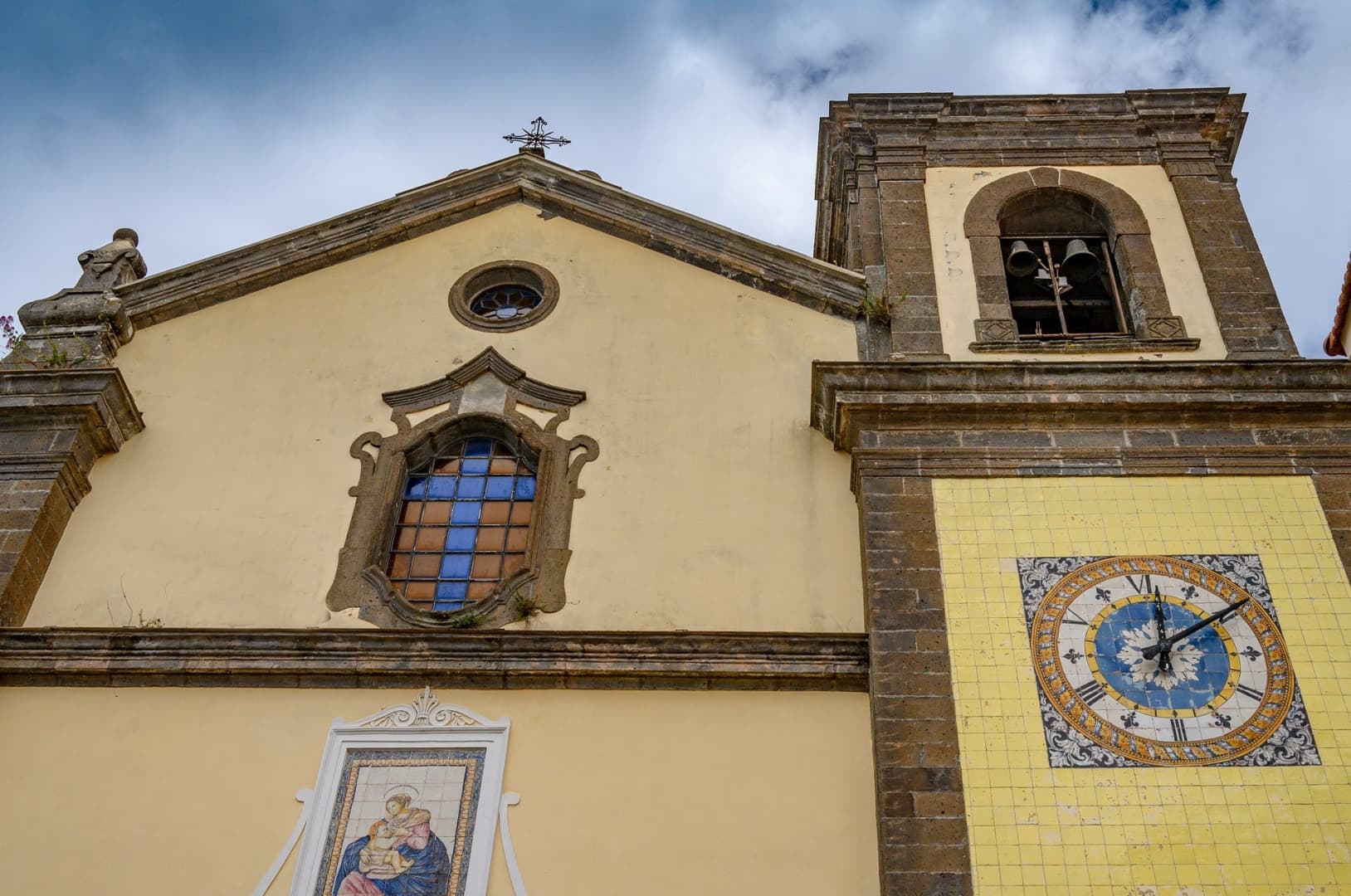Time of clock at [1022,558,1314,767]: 12:09
